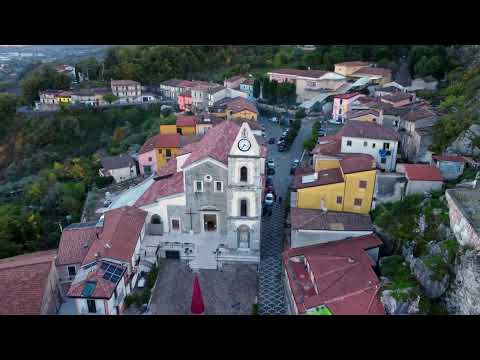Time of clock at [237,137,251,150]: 7:18
